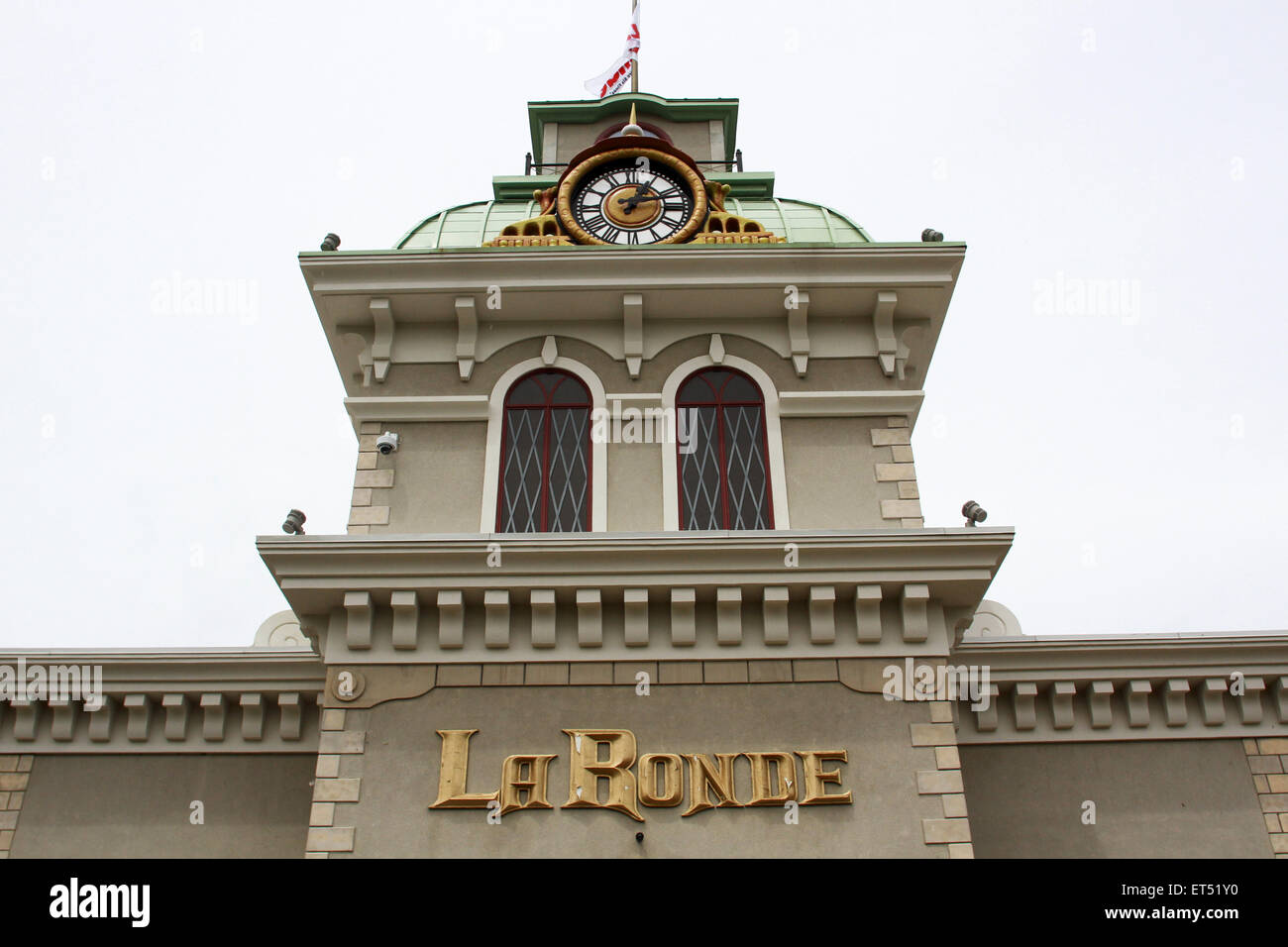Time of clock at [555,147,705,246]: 1:13
